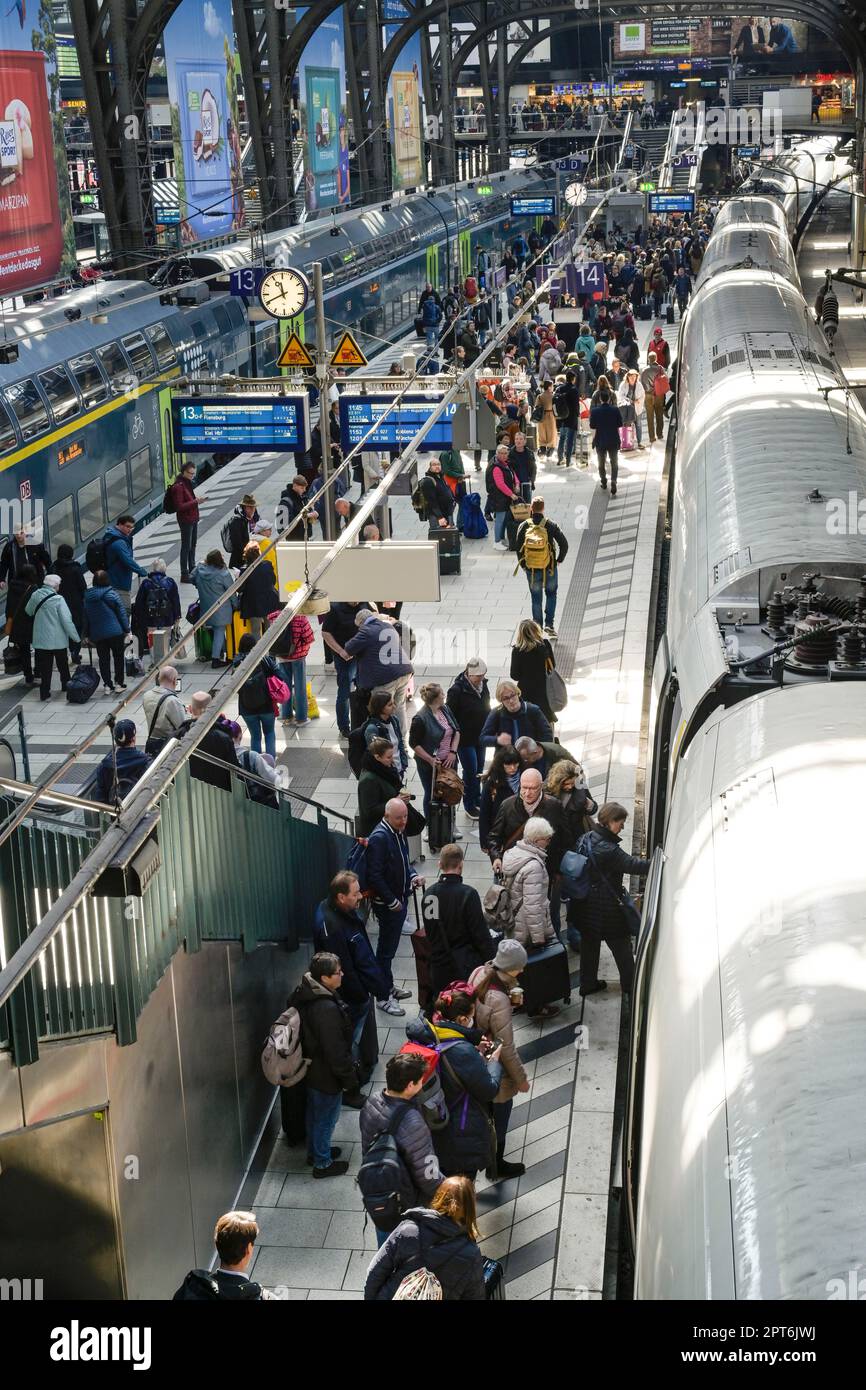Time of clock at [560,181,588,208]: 11:40
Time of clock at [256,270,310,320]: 11:40
